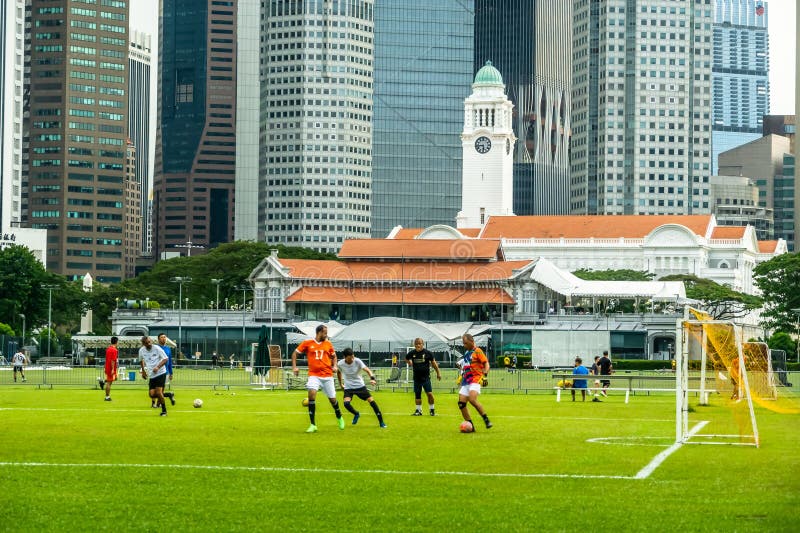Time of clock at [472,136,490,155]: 5:43
